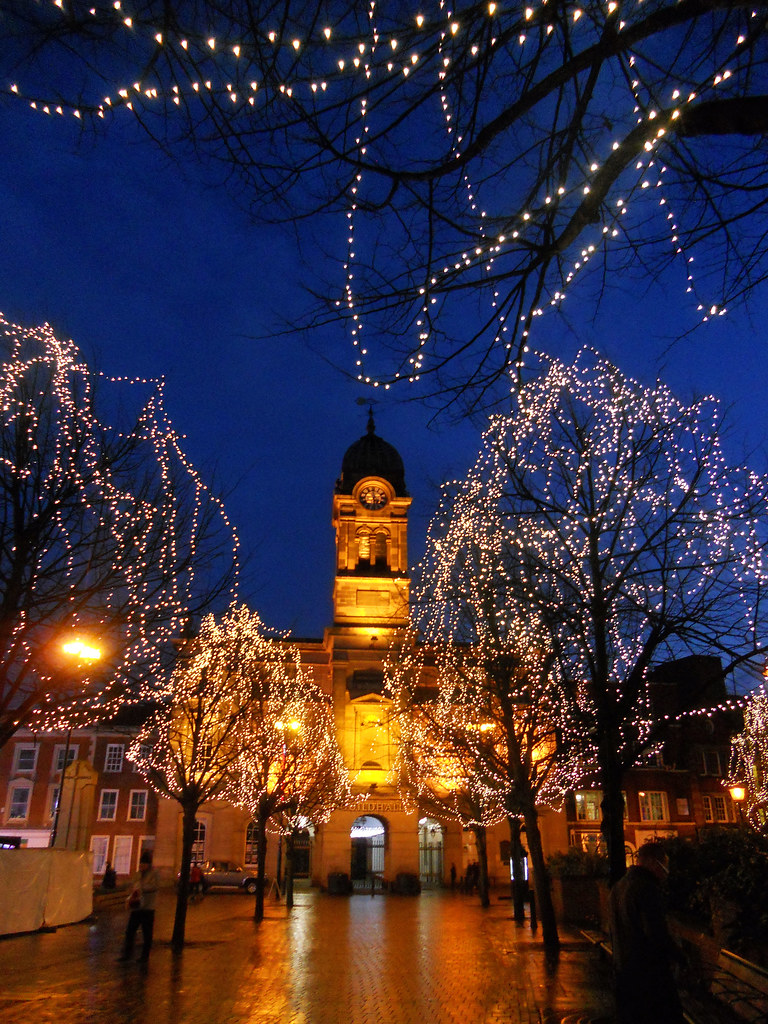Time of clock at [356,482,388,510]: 5:59
